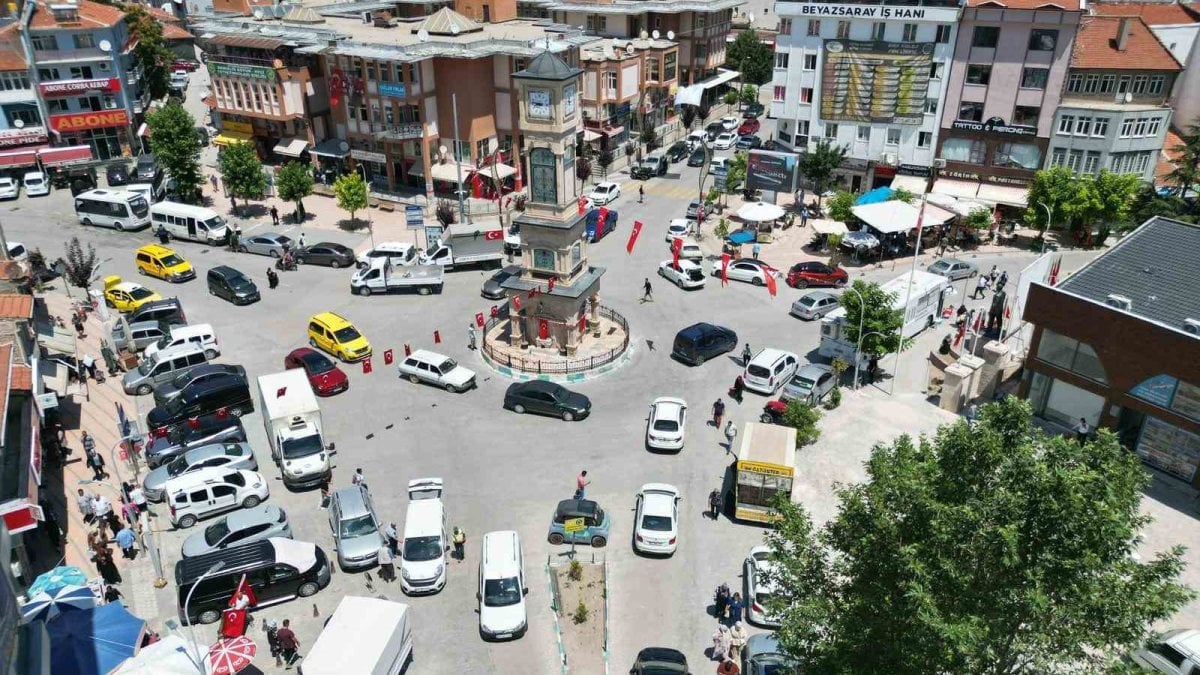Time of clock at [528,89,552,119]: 8:46
